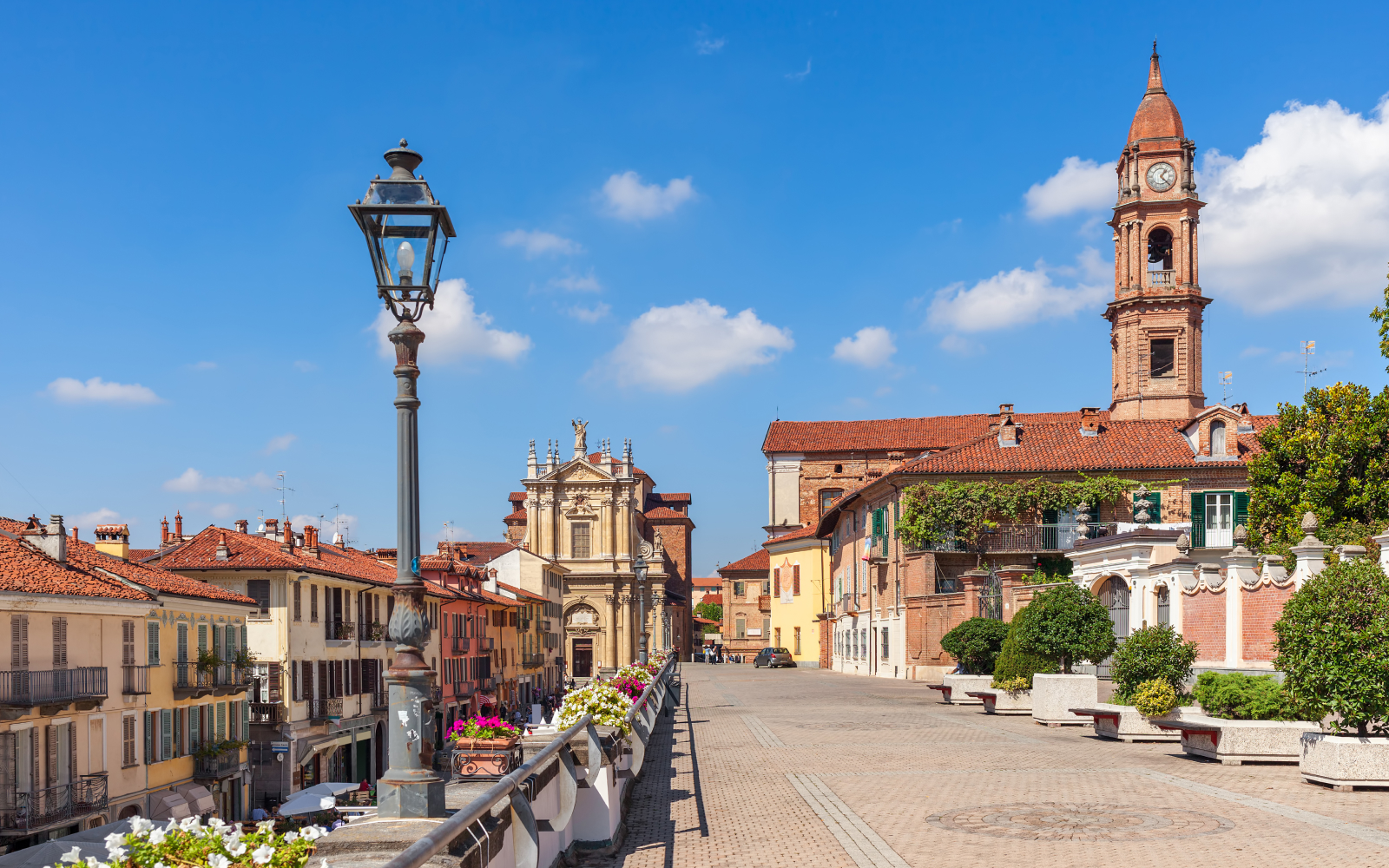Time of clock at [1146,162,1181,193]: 1:22
